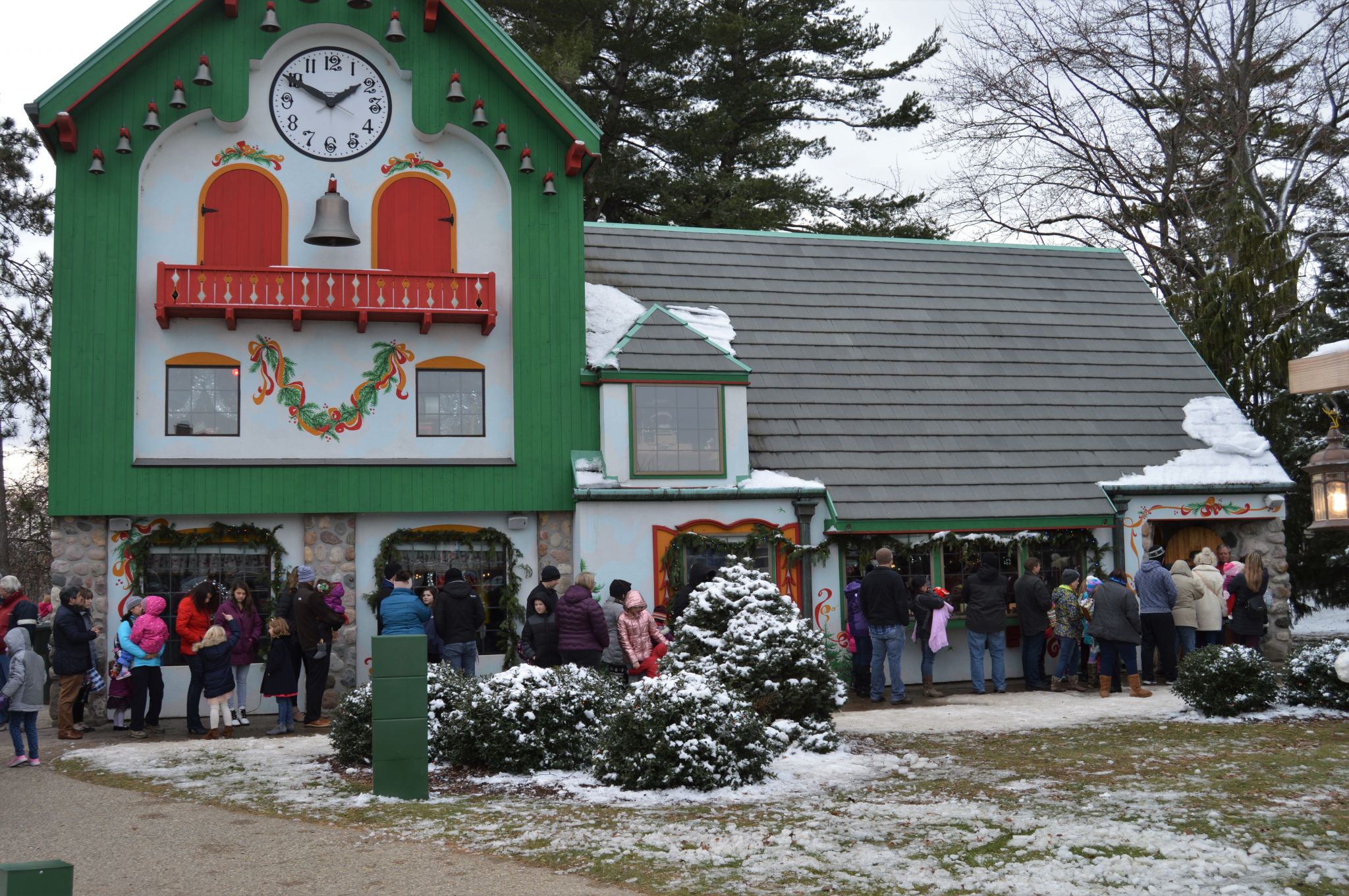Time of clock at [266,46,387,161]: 1:49
